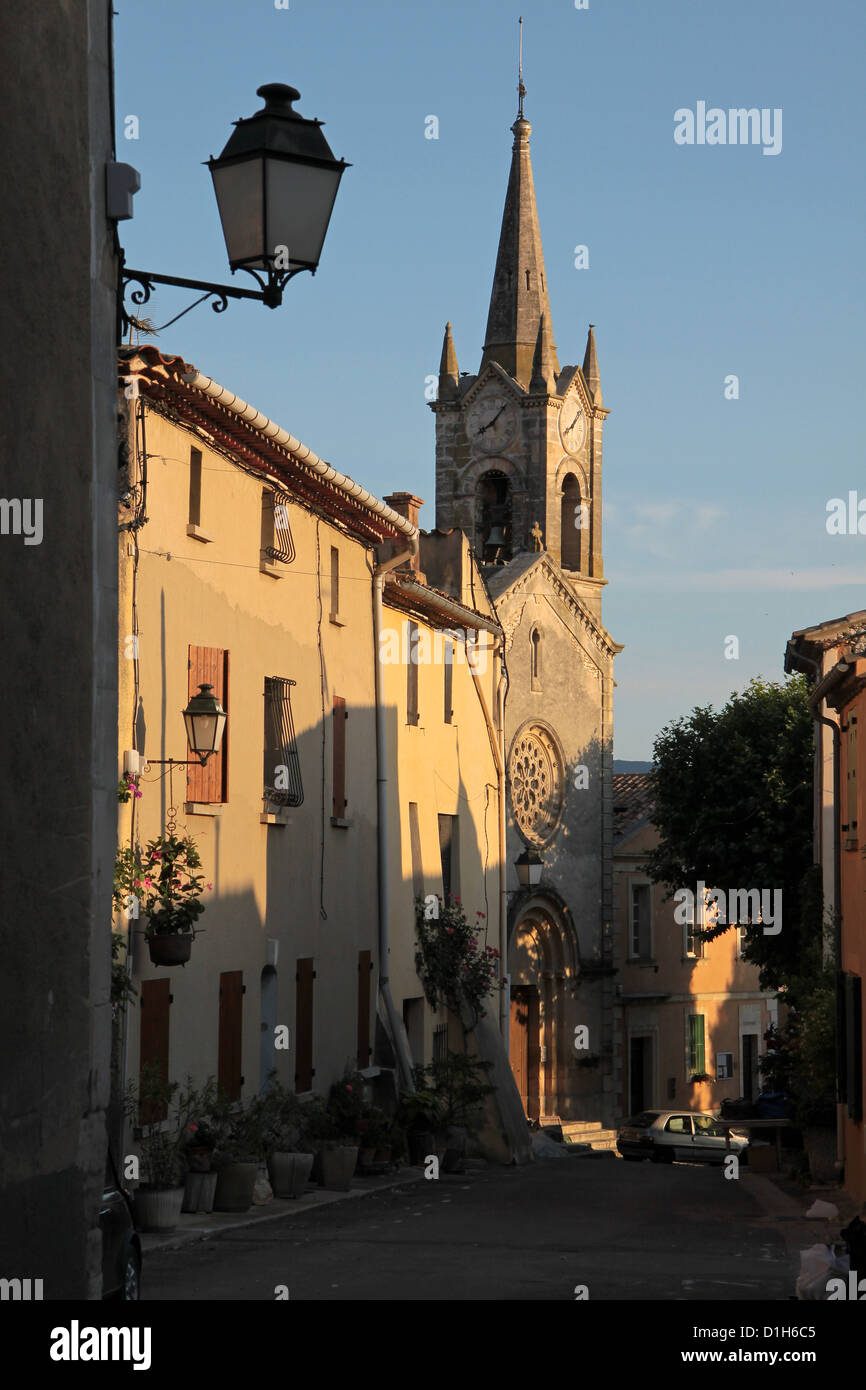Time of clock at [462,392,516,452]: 8:07
